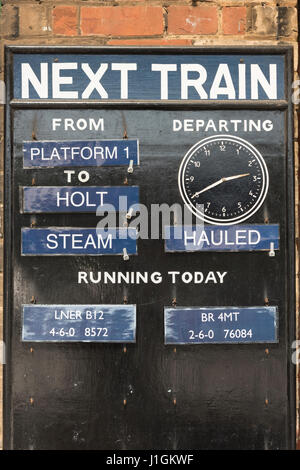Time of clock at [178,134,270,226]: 2:40
